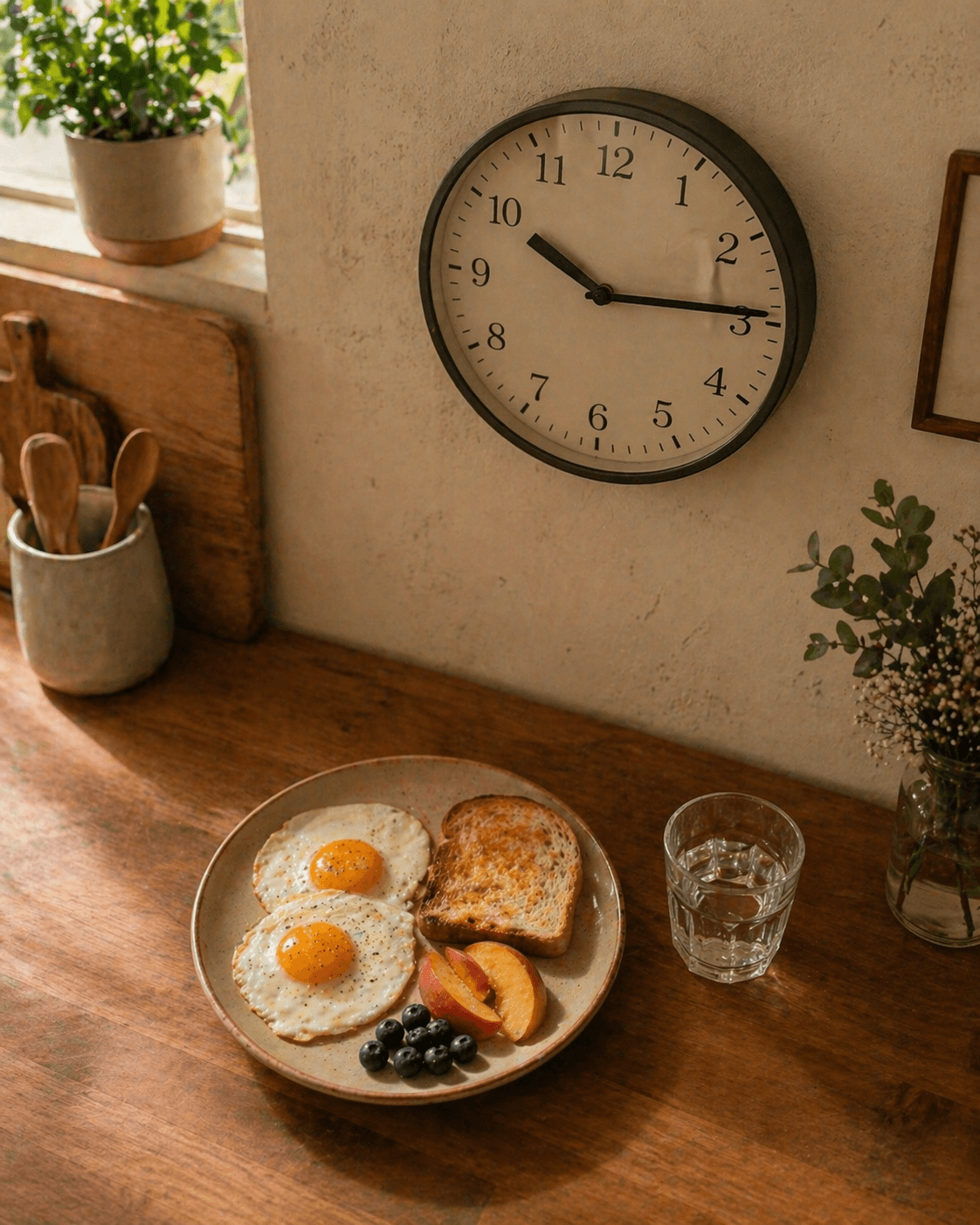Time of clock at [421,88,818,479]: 10:14
